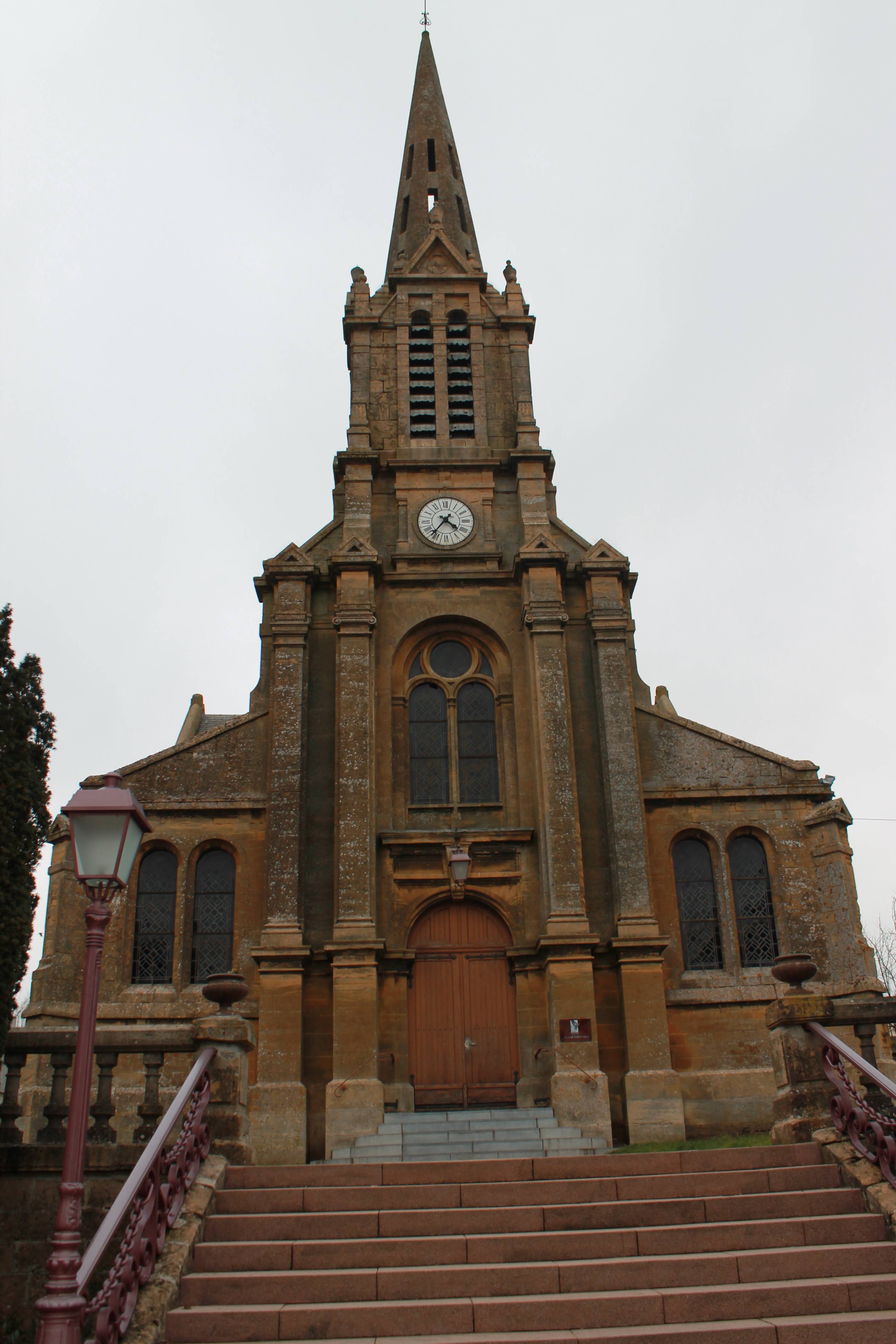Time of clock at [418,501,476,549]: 4:36
